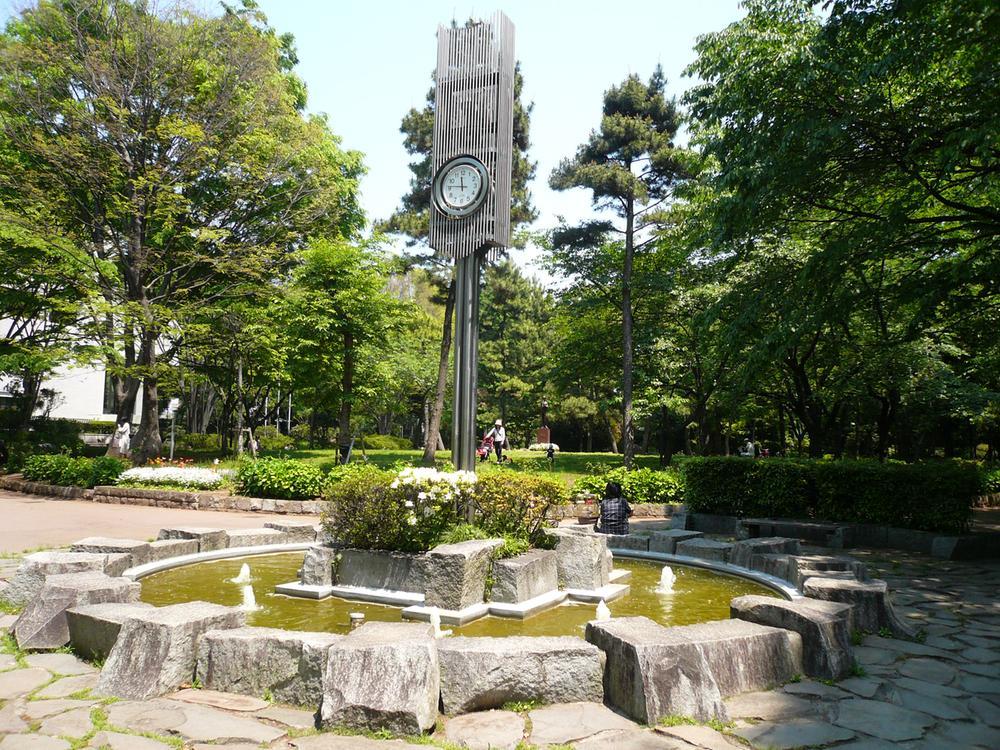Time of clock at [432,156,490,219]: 11:46
